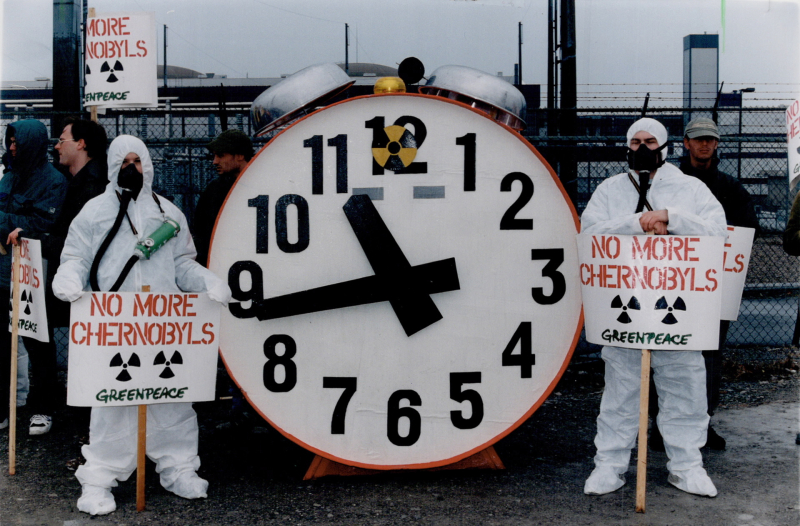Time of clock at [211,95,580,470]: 10:43
